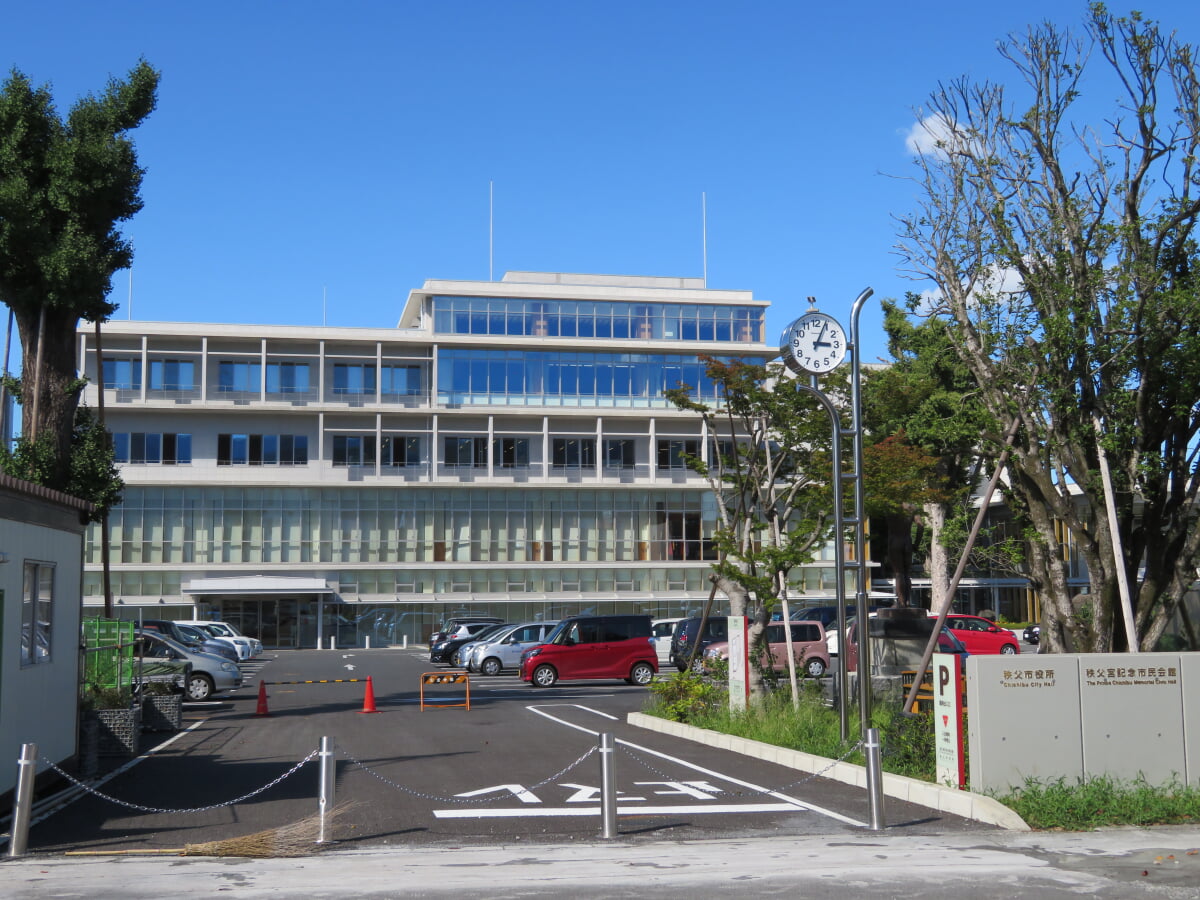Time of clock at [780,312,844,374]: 3:04
